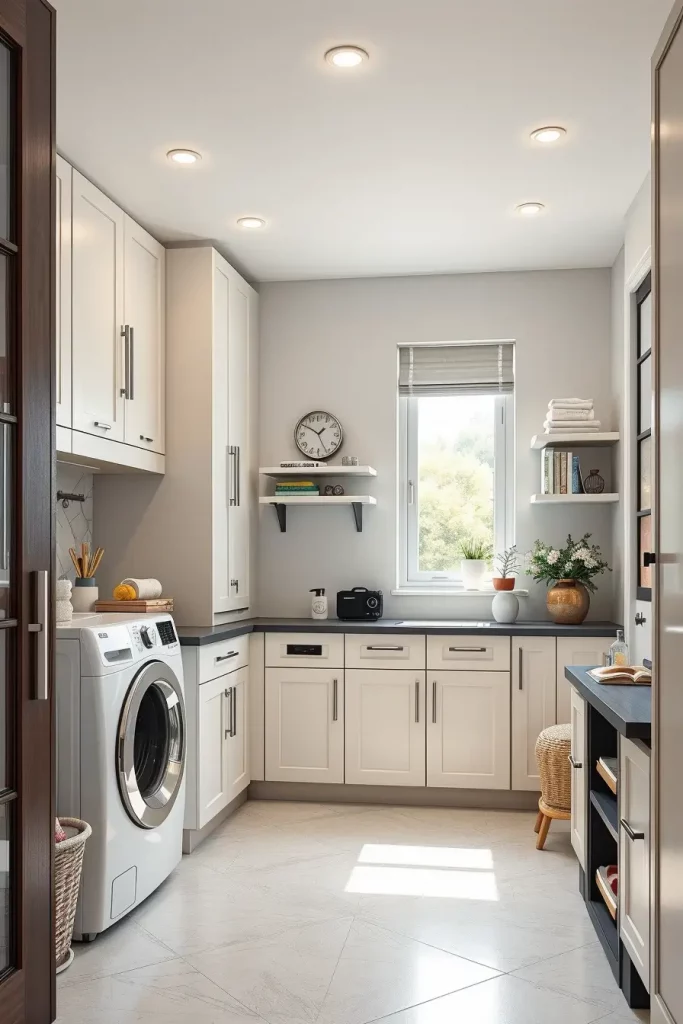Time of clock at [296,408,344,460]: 1:50
